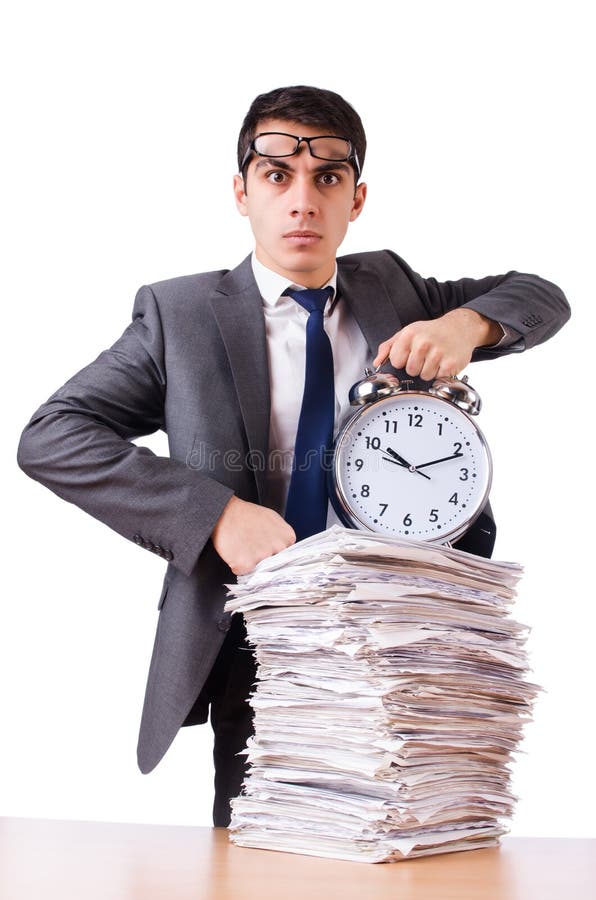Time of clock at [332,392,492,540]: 10:11
